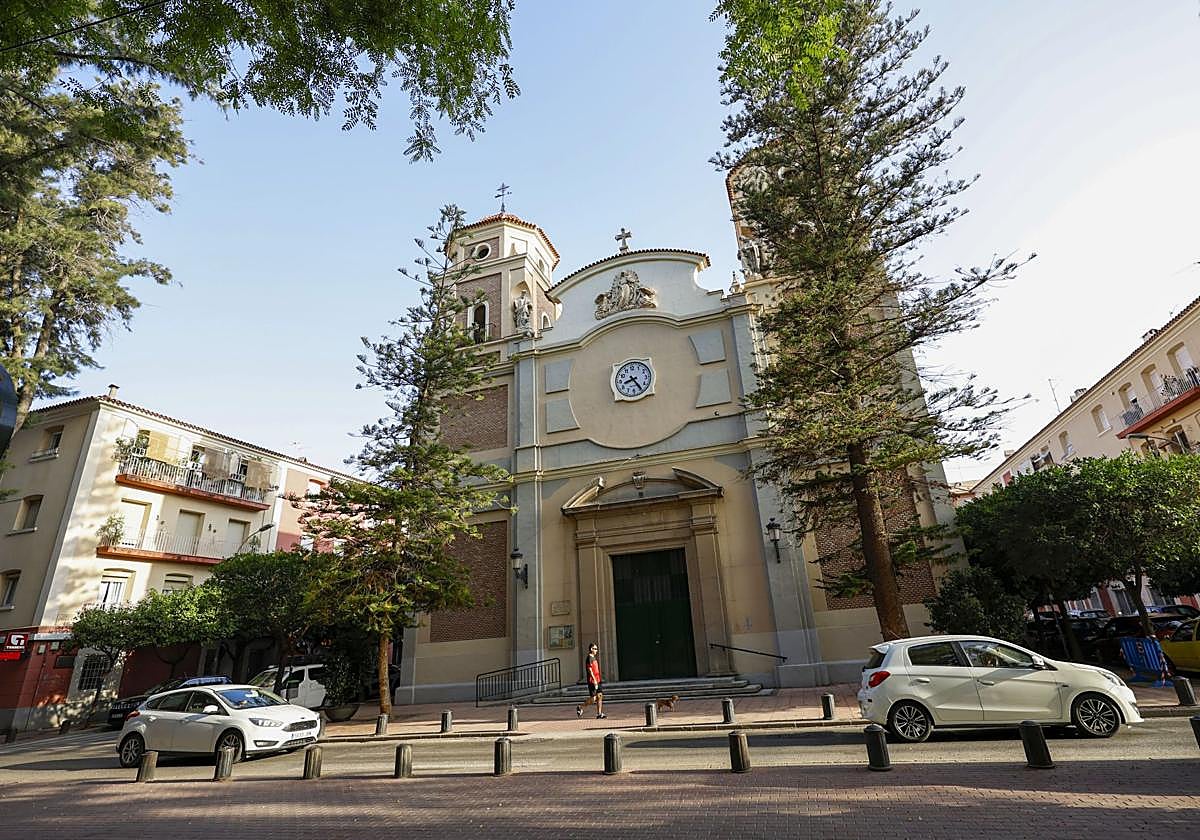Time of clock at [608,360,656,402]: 8:24
